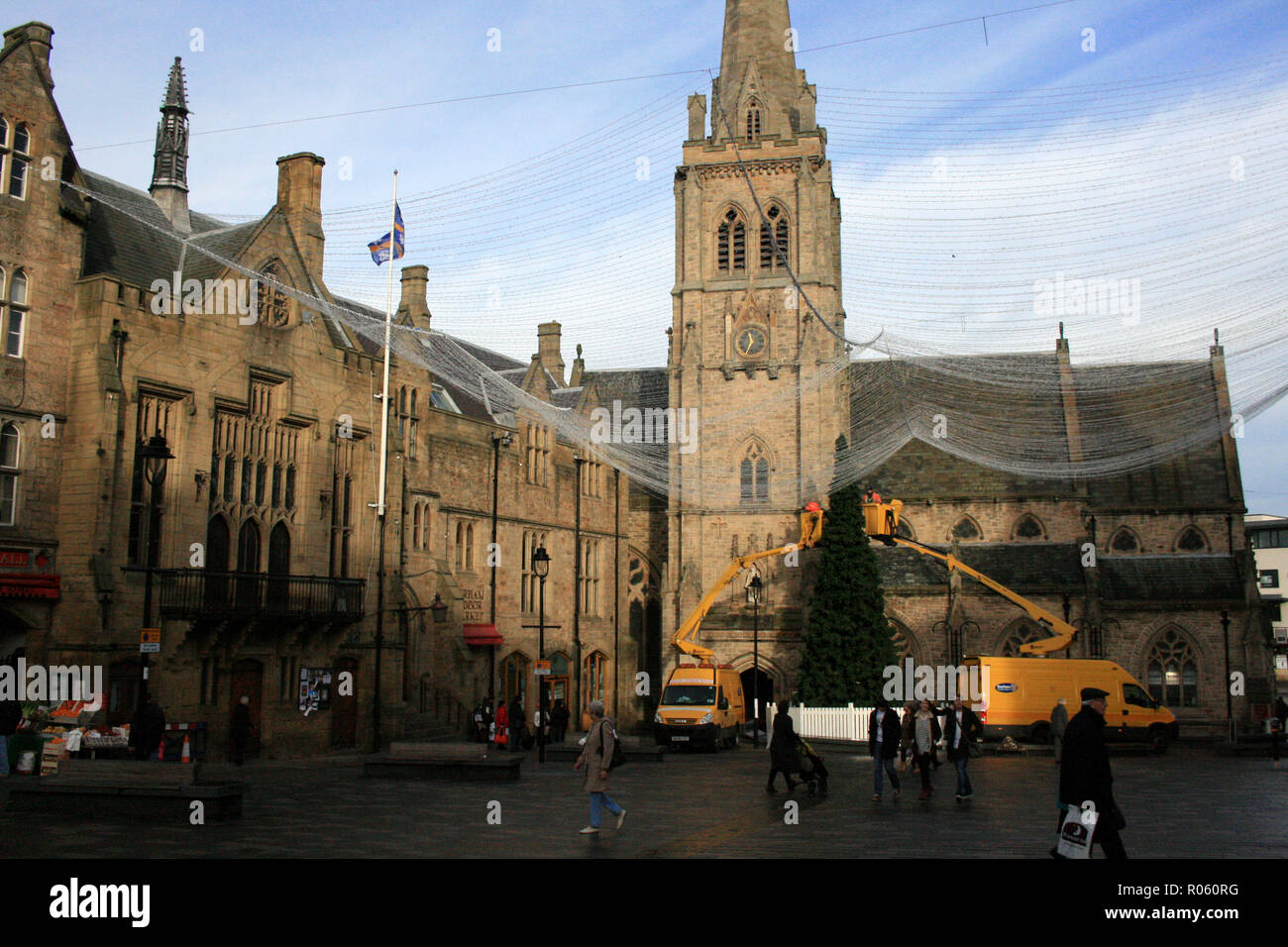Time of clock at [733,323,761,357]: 11:34
